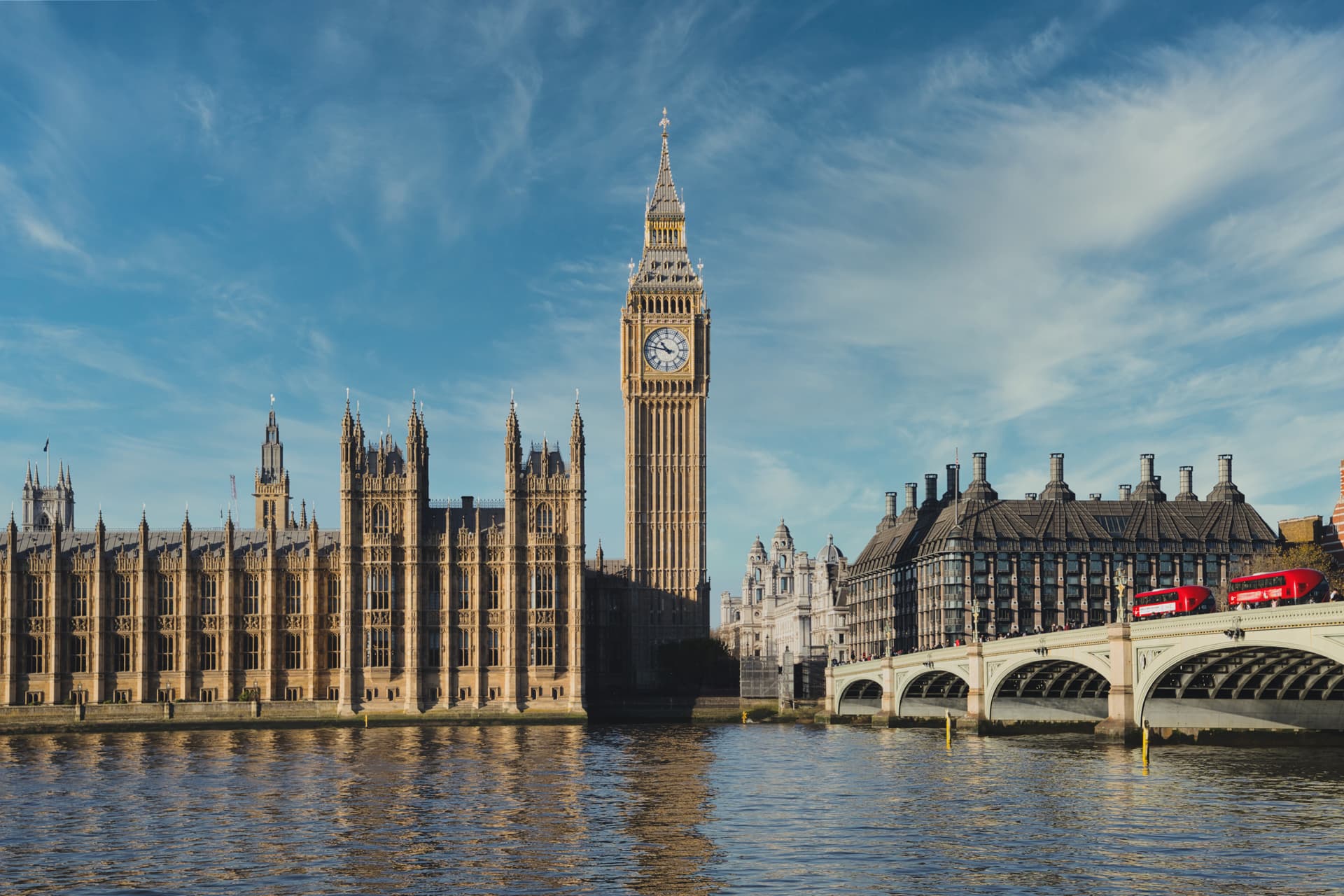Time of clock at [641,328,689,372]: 10:47
